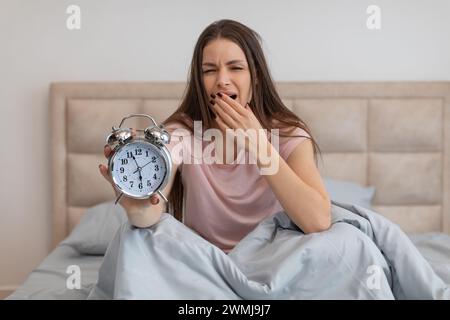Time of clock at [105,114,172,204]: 5:56
